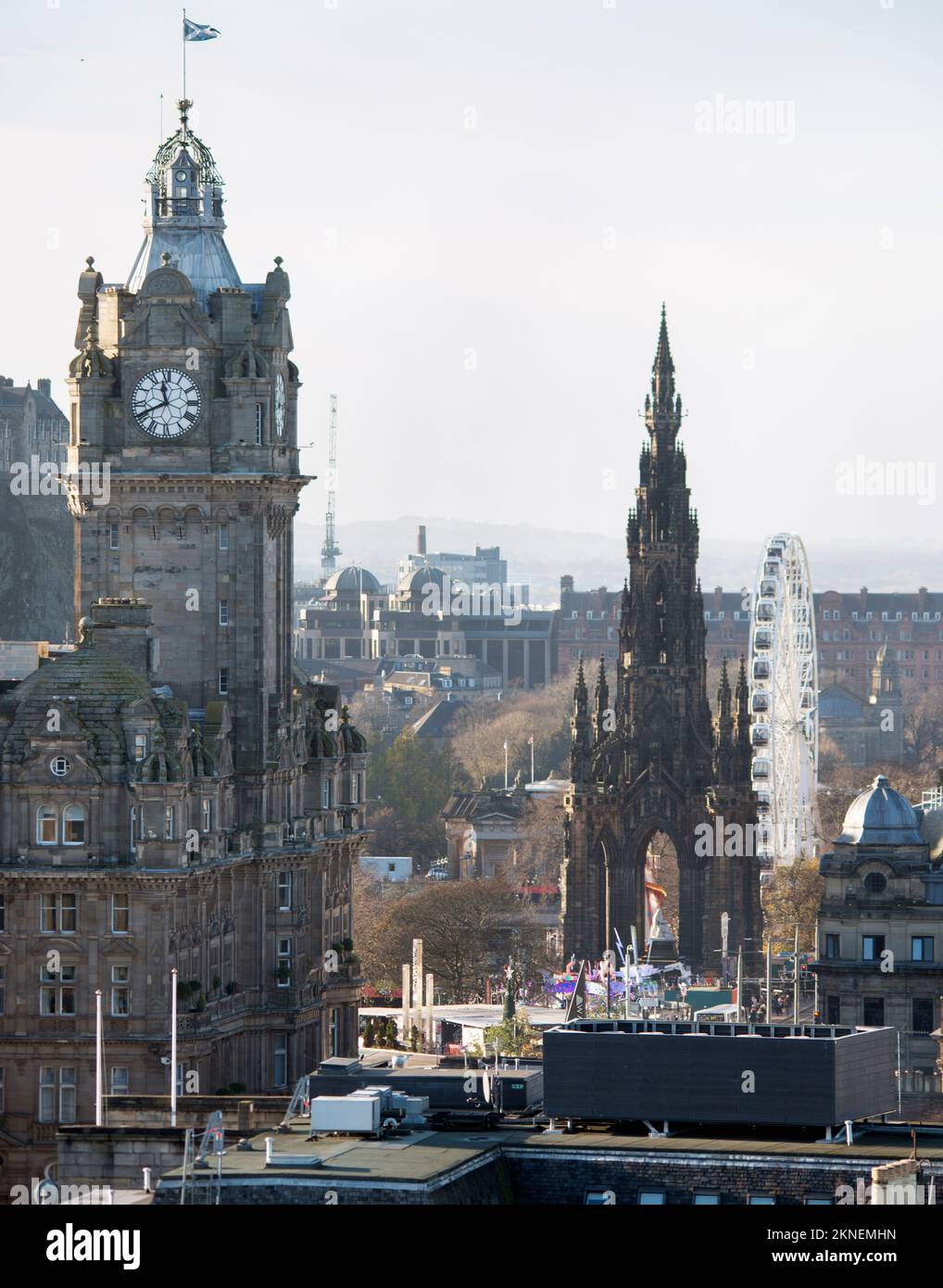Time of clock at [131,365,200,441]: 11:40
